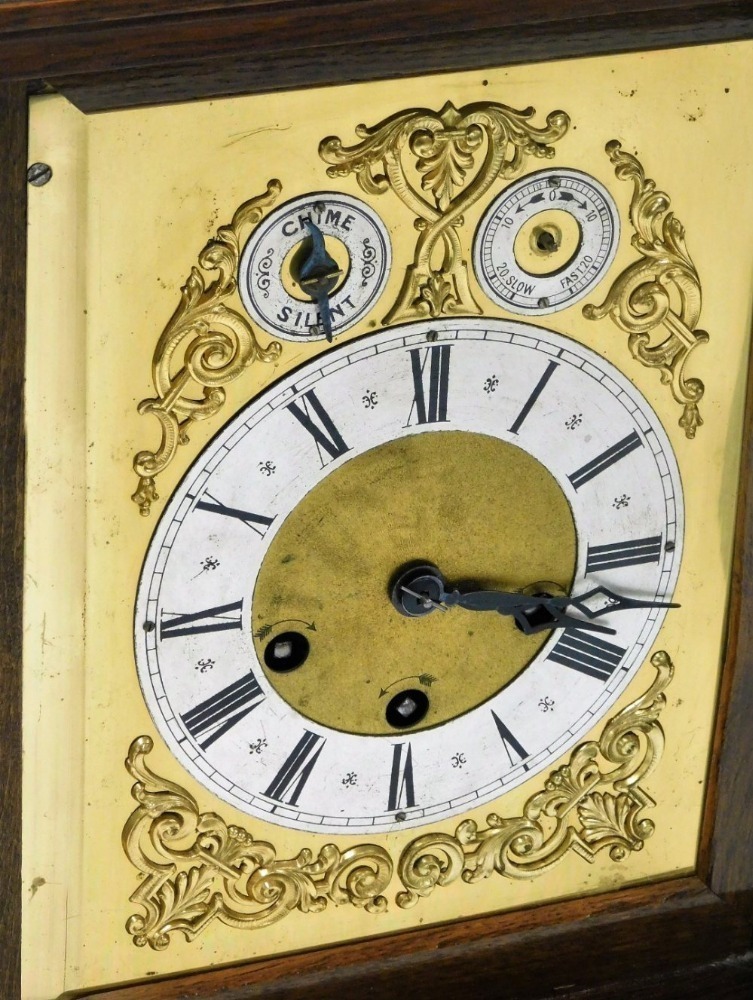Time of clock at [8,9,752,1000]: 3:18
